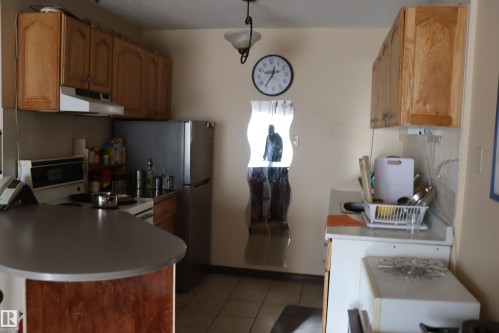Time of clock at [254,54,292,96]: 12:36
